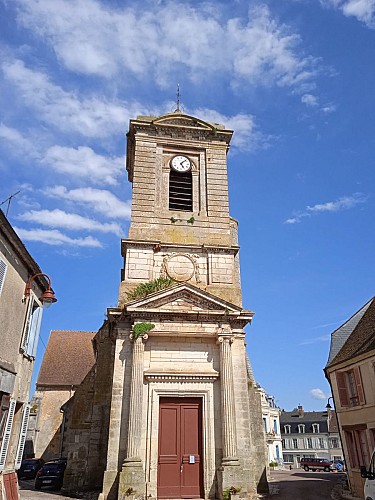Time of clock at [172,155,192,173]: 5:07
